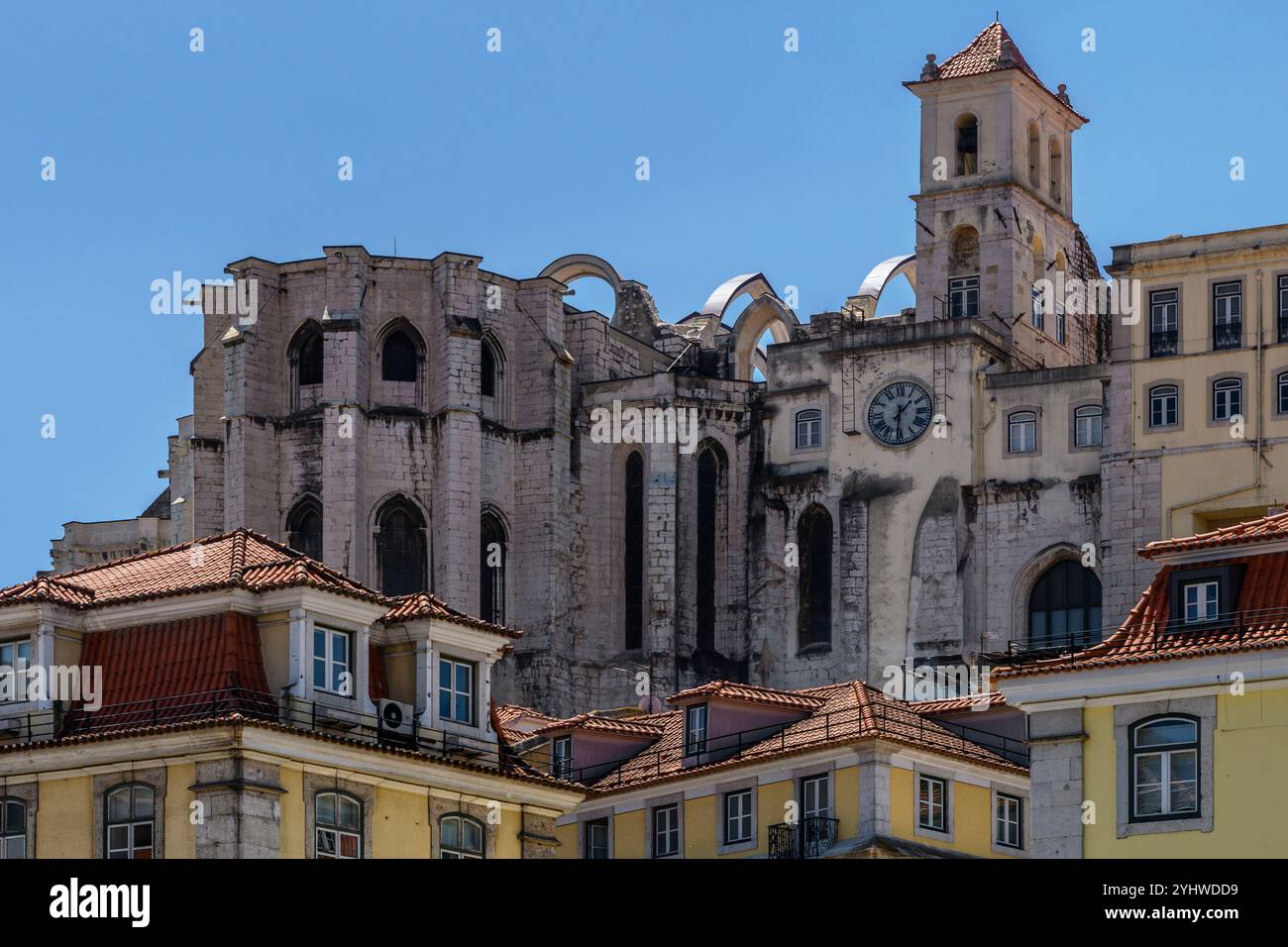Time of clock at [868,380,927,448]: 1:30
